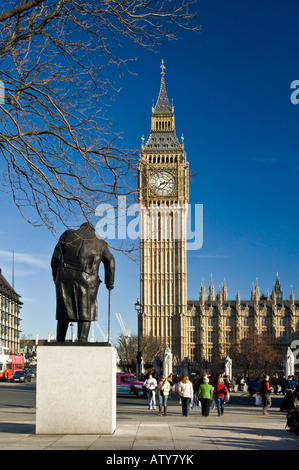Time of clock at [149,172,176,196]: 2:38
